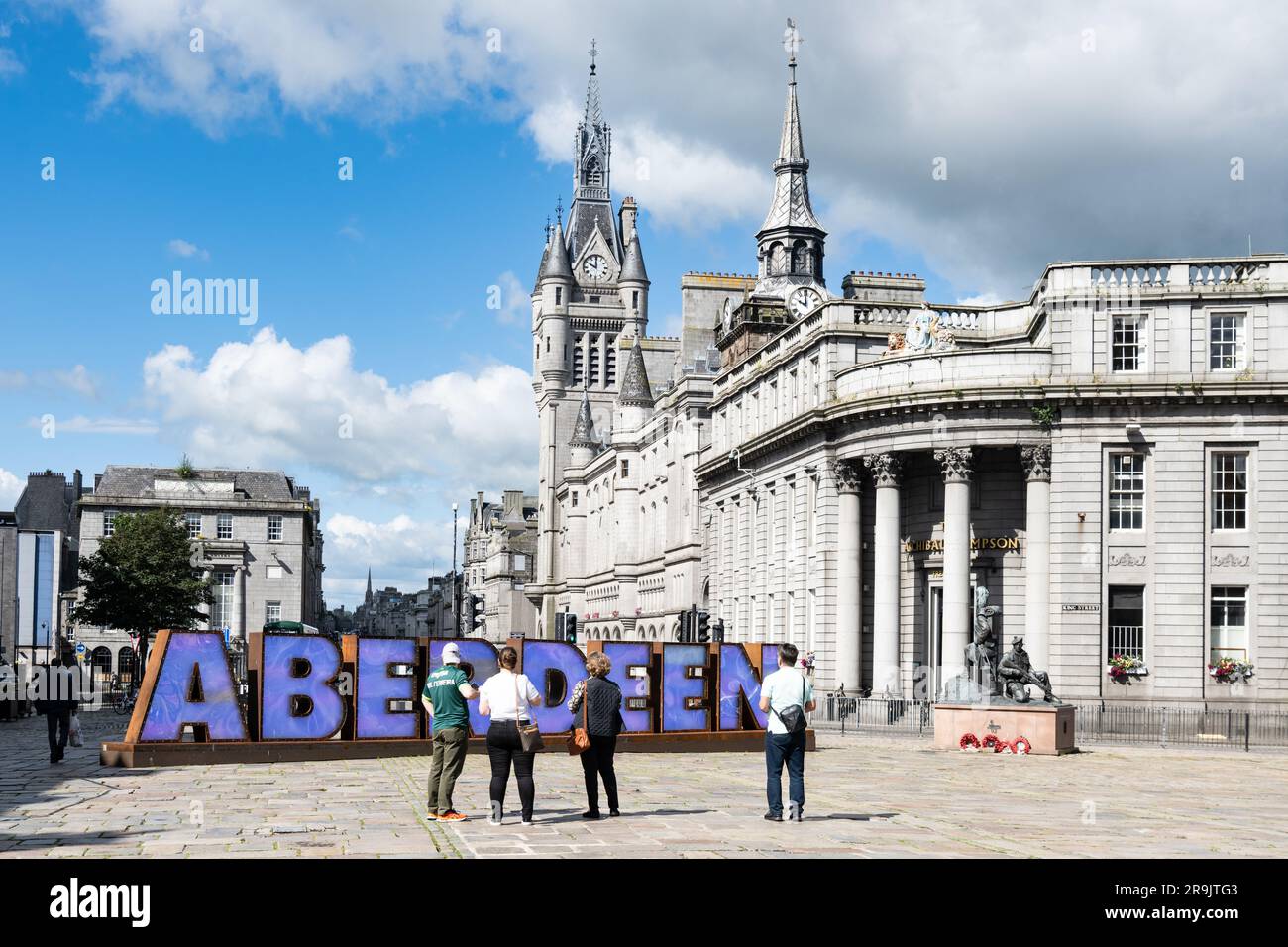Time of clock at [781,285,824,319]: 10:00
